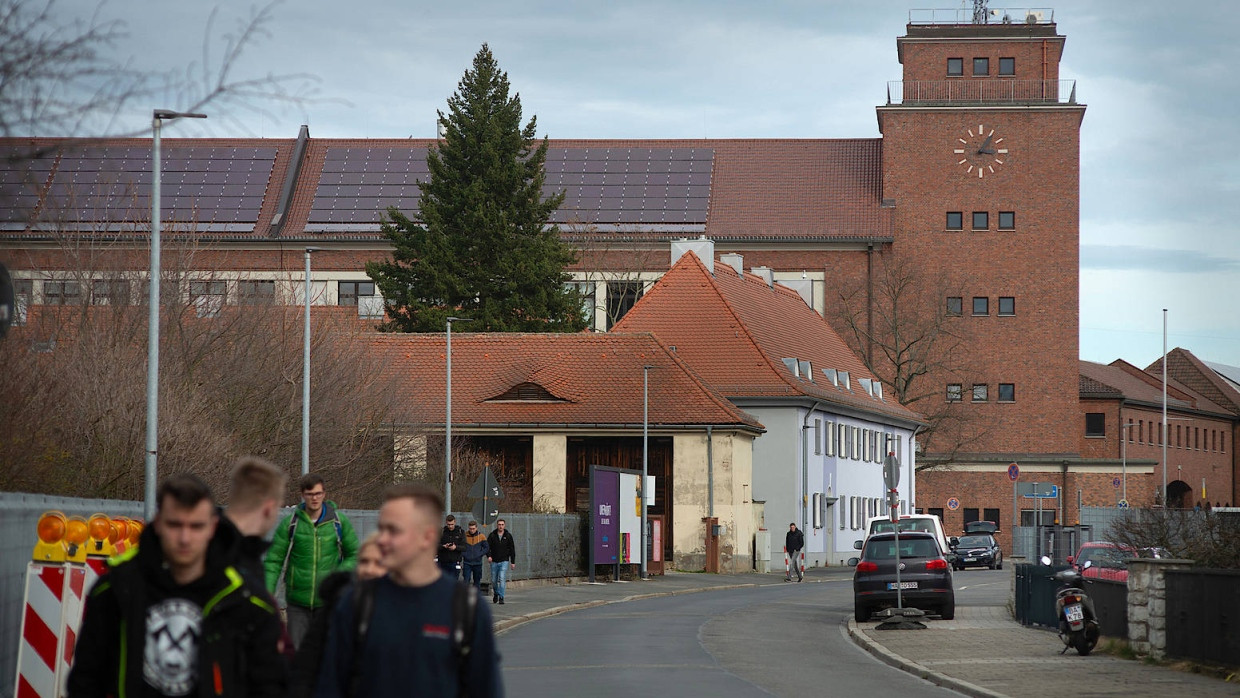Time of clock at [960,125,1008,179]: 3:05
